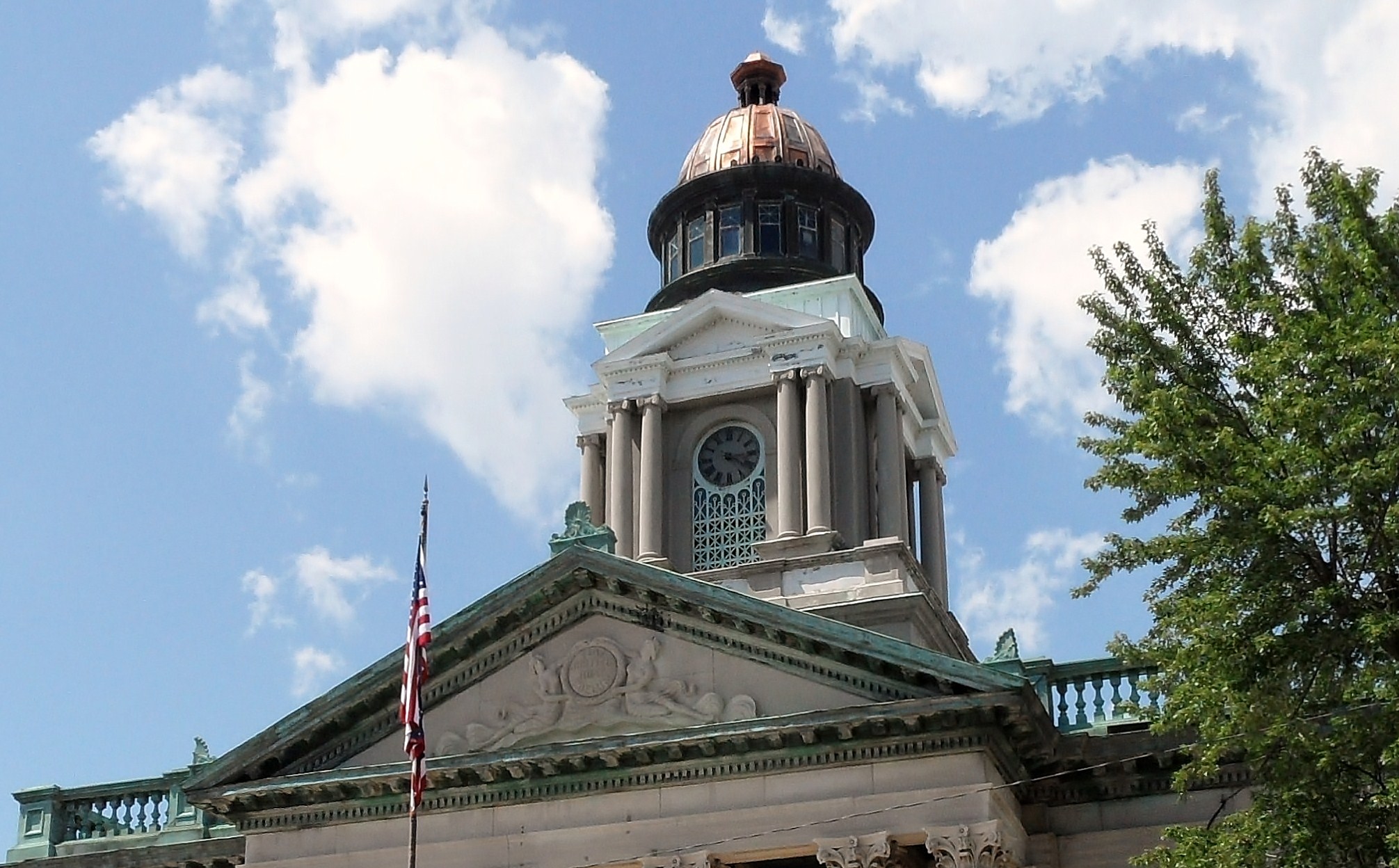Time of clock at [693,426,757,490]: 4:14
